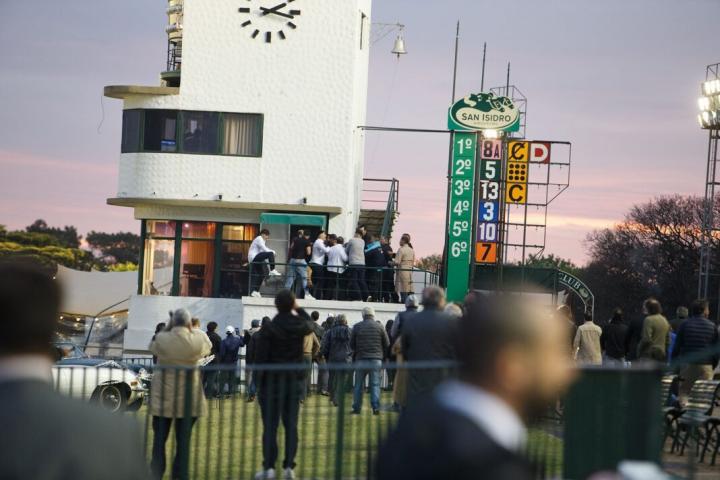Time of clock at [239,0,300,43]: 2:17
